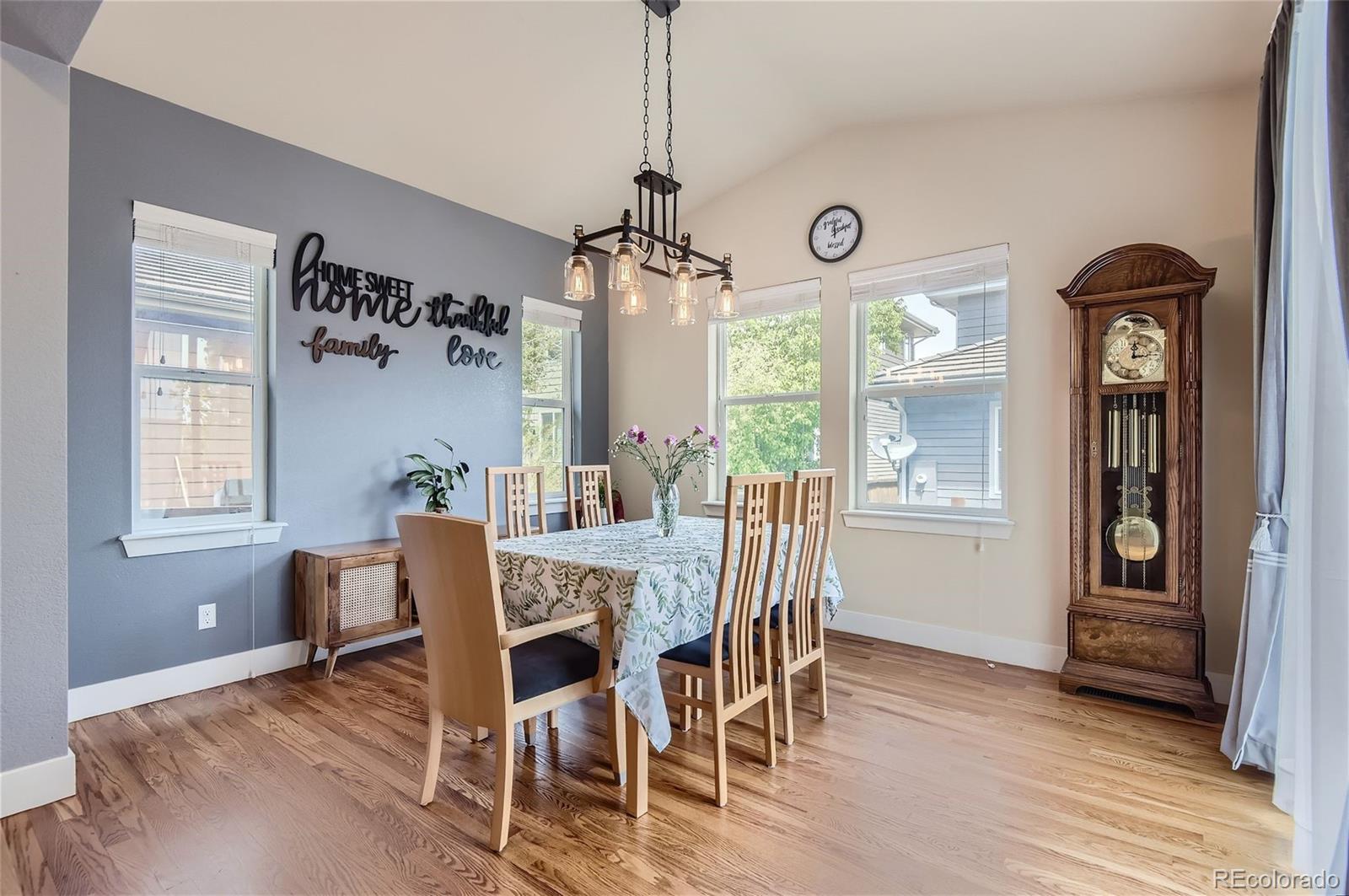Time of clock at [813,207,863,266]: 12:11
